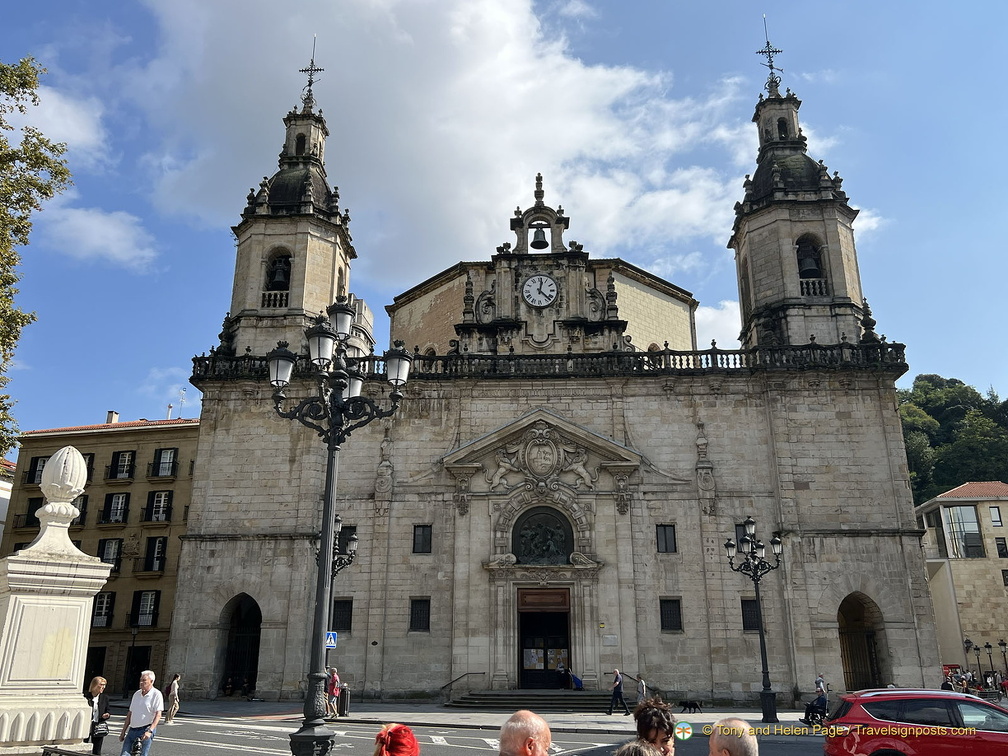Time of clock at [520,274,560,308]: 12:22
